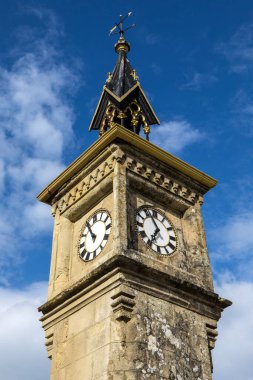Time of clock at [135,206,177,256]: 6:56
